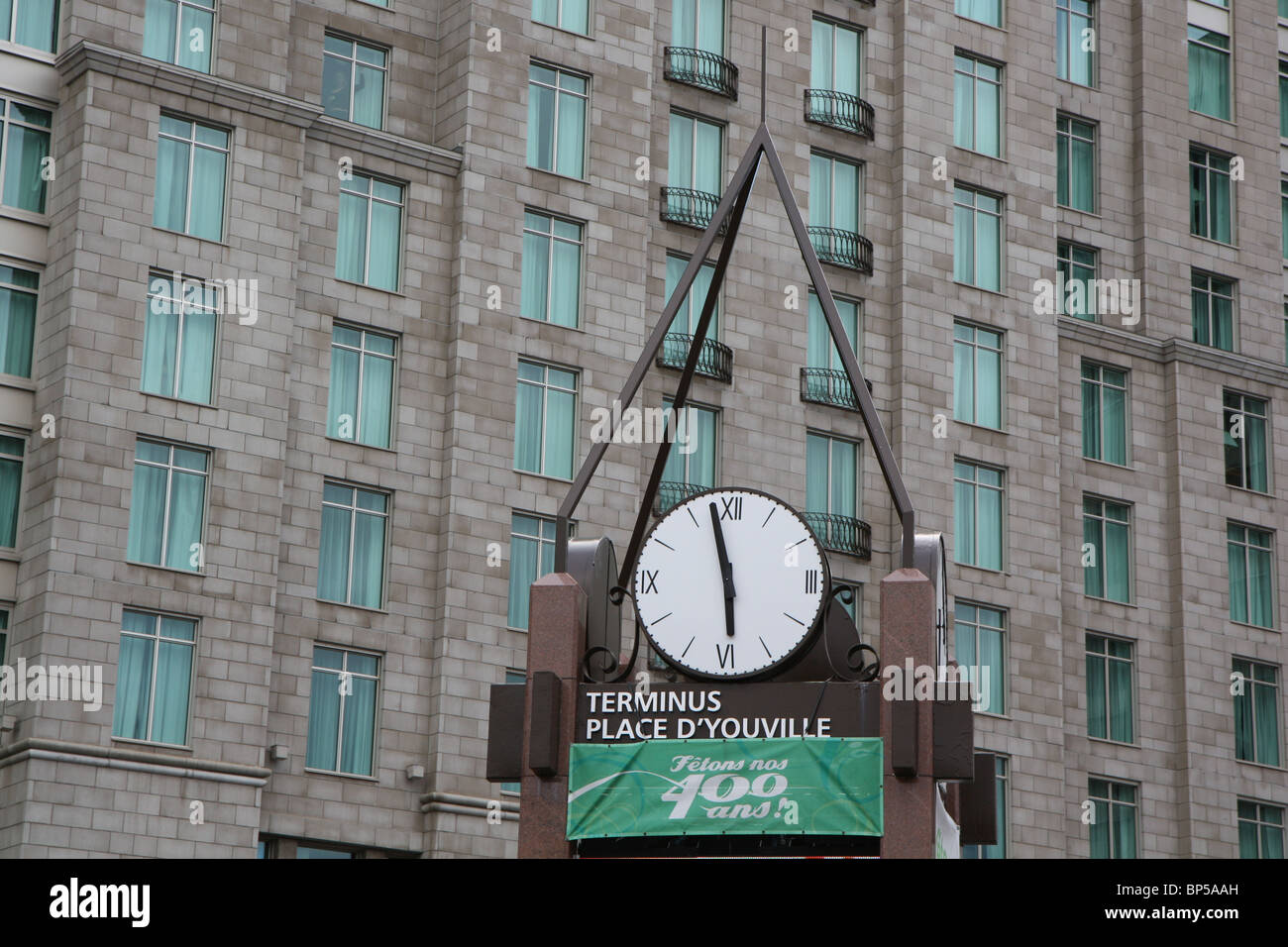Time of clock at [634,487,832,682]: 5:57
